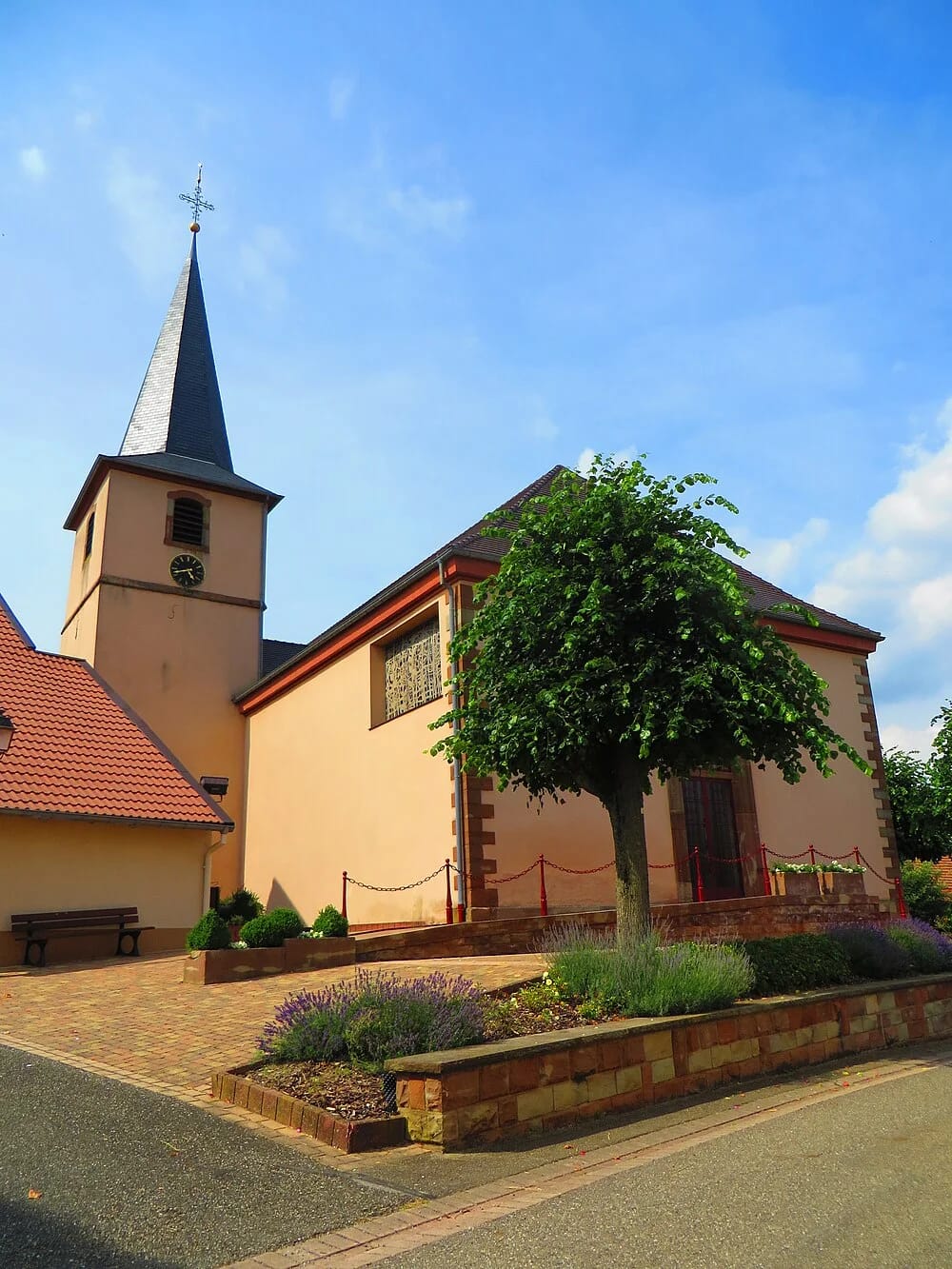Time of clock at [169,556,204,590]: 4:42
